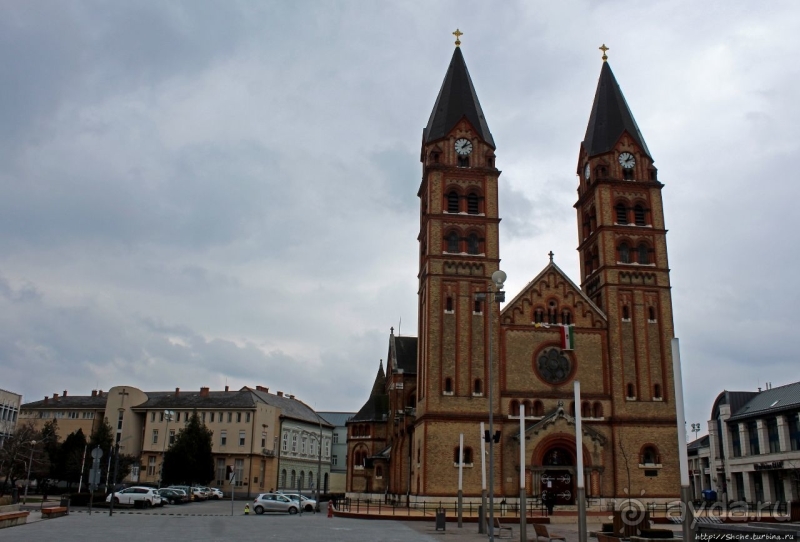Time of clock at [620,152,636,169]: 1:11
